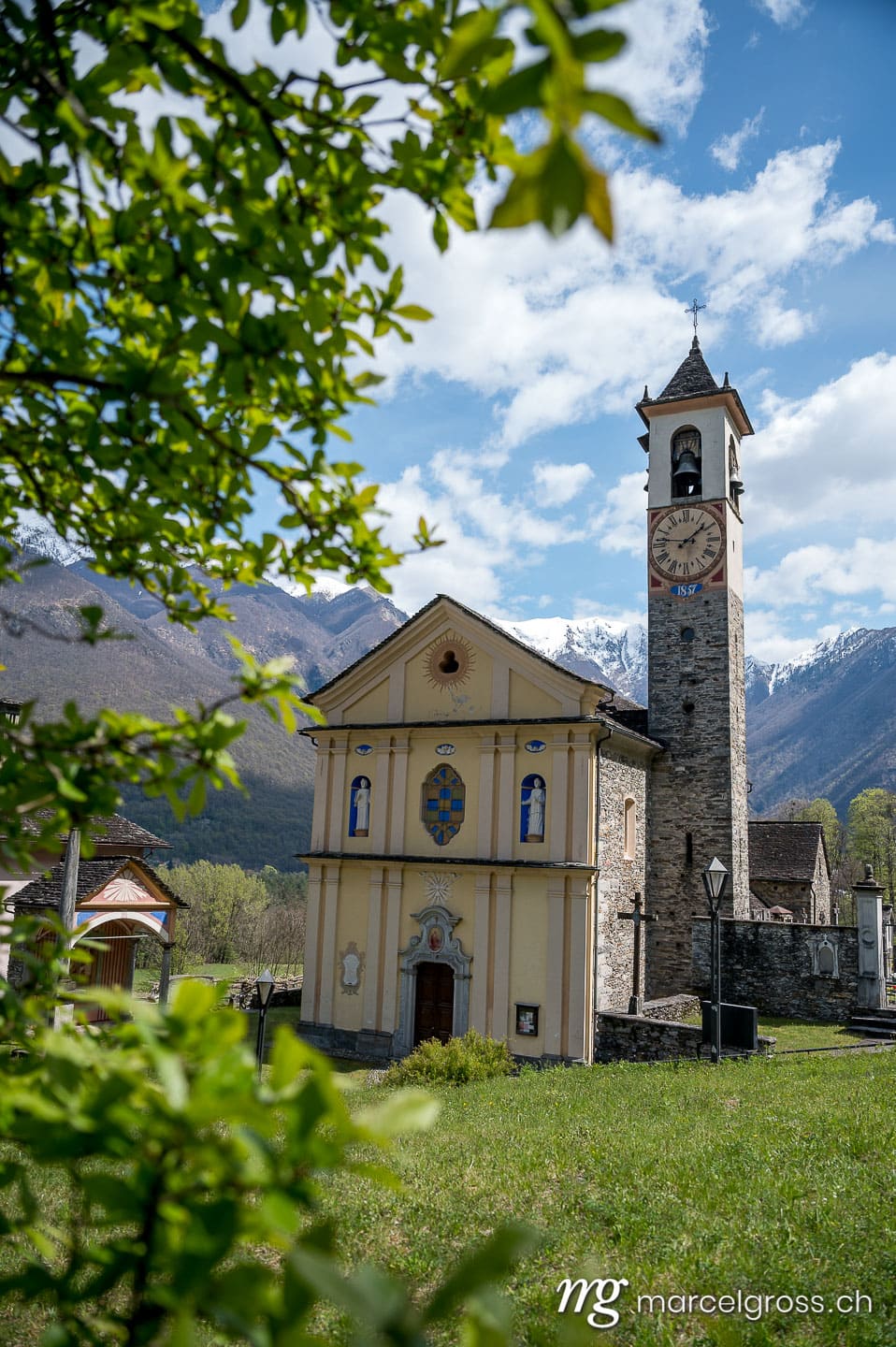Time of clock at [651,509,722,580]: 1:46
